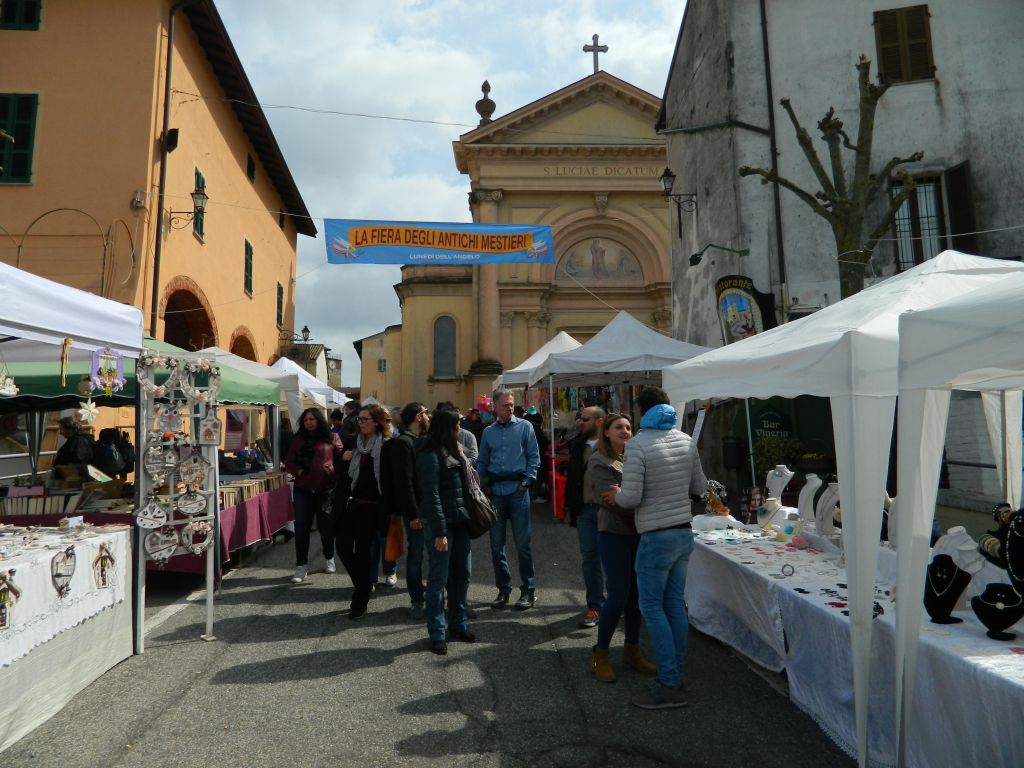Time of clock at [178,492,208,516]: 8:11
